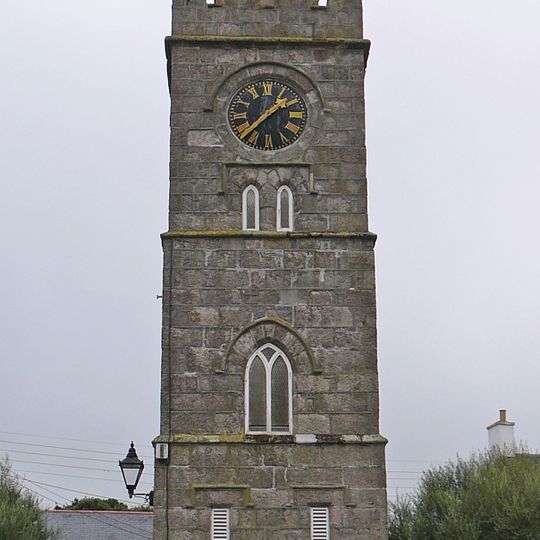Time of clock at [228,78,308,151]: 1:37
